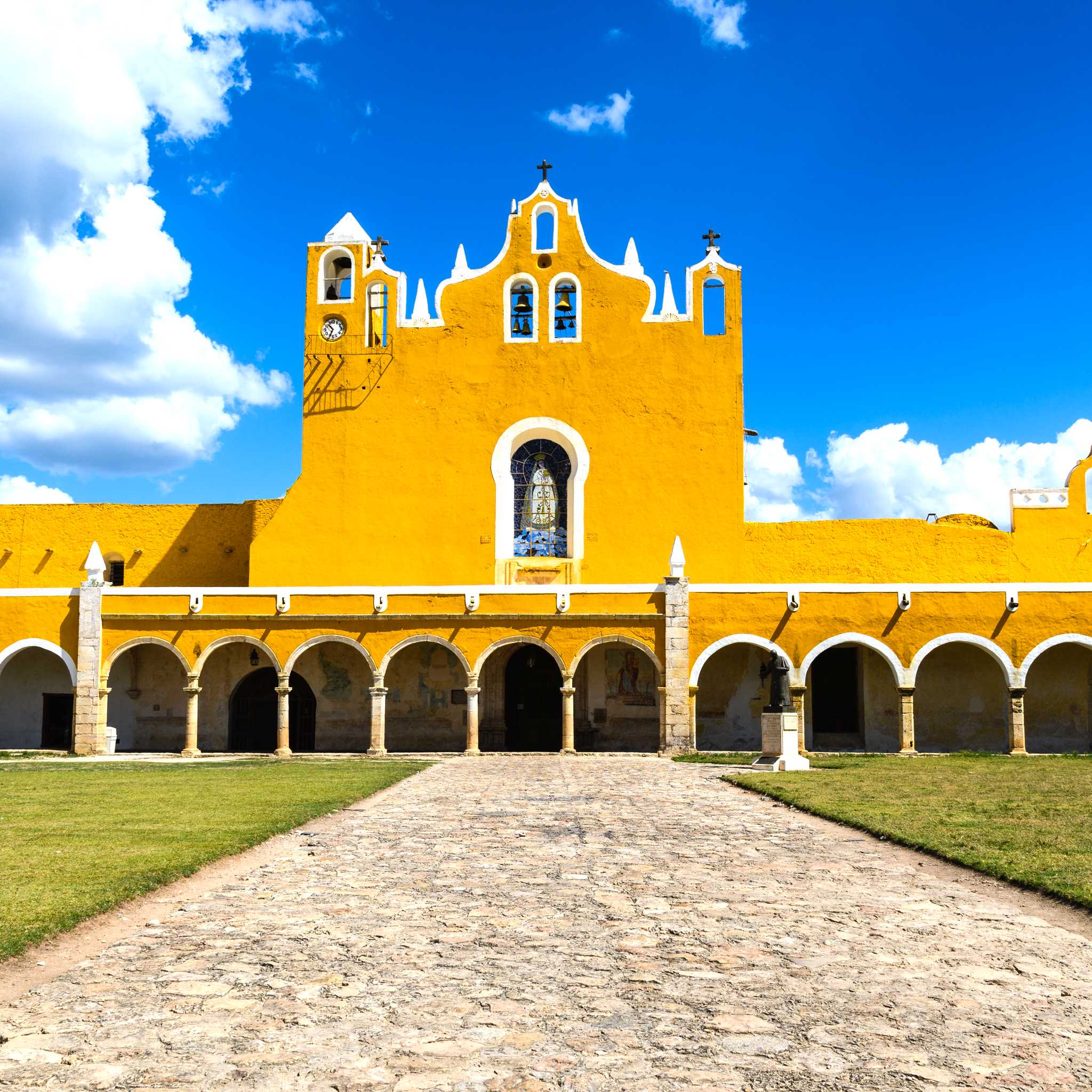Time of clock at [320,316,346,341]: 10:34
